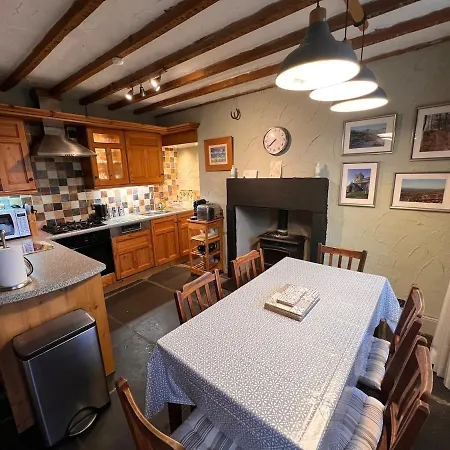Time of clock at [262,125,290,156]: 7:39
